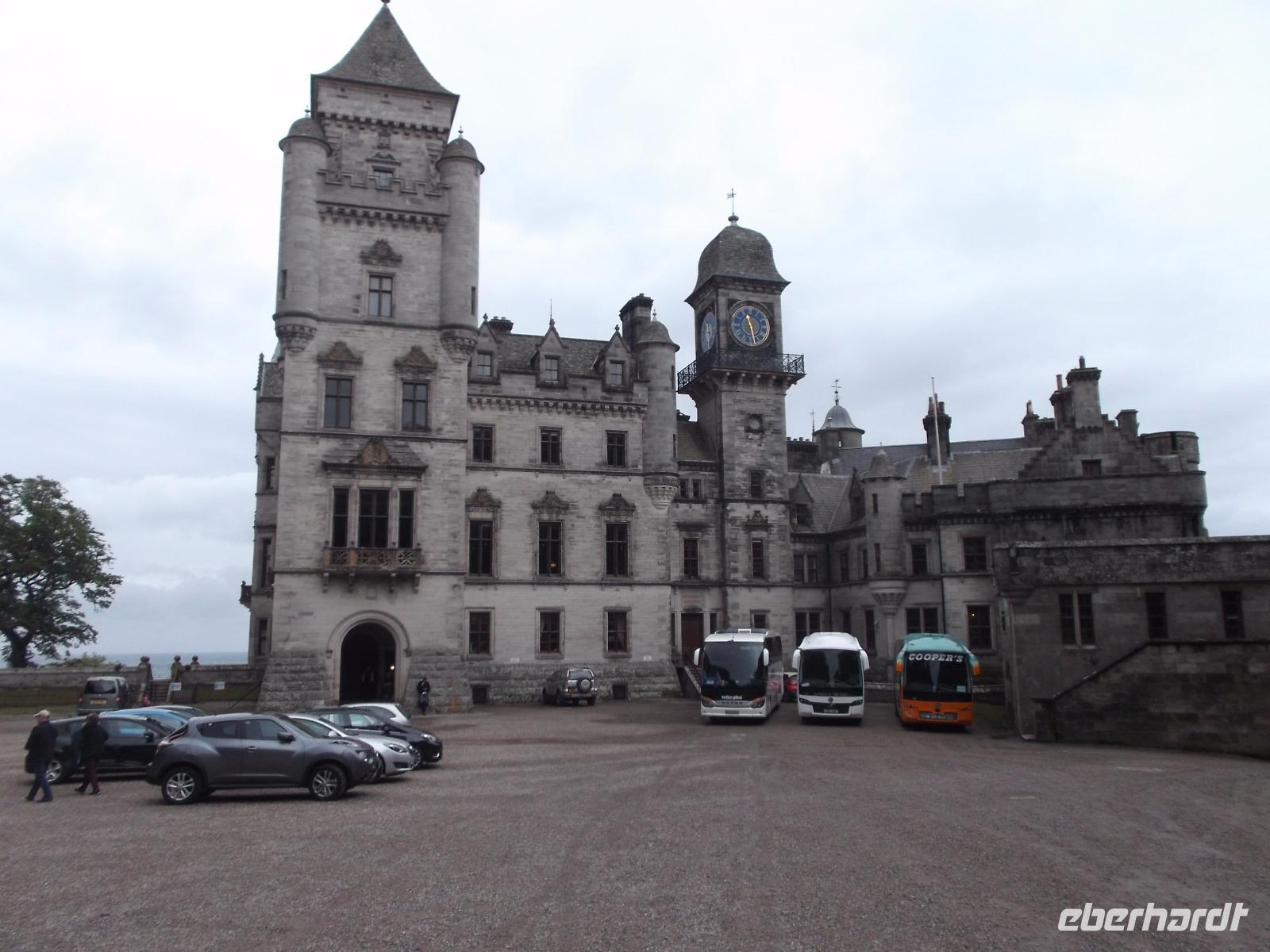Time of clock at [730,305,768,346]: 11:28
